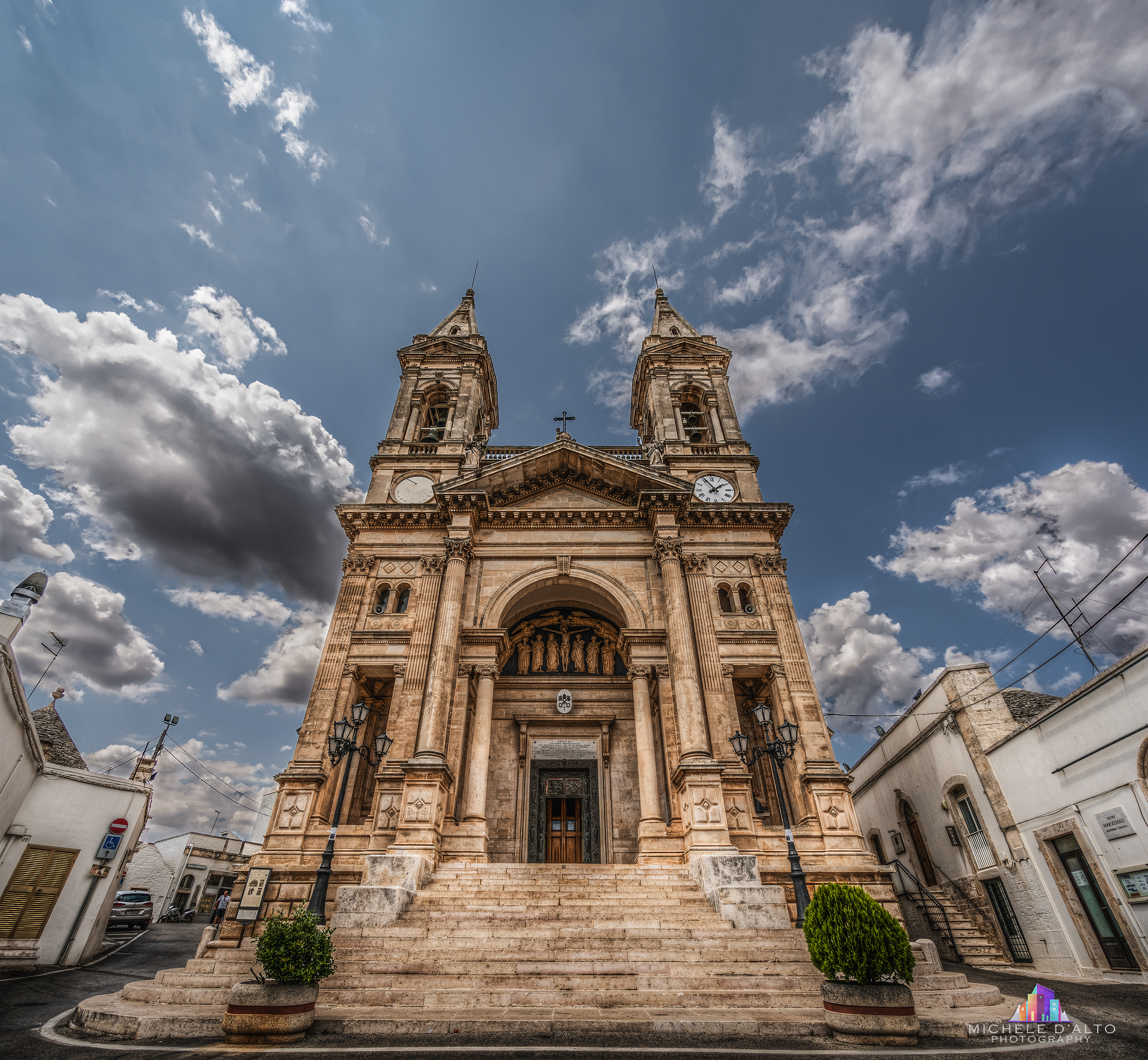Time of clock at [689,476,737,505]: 1:55
